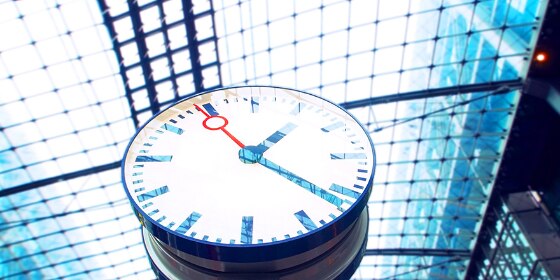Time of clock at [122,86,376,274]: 1:21
